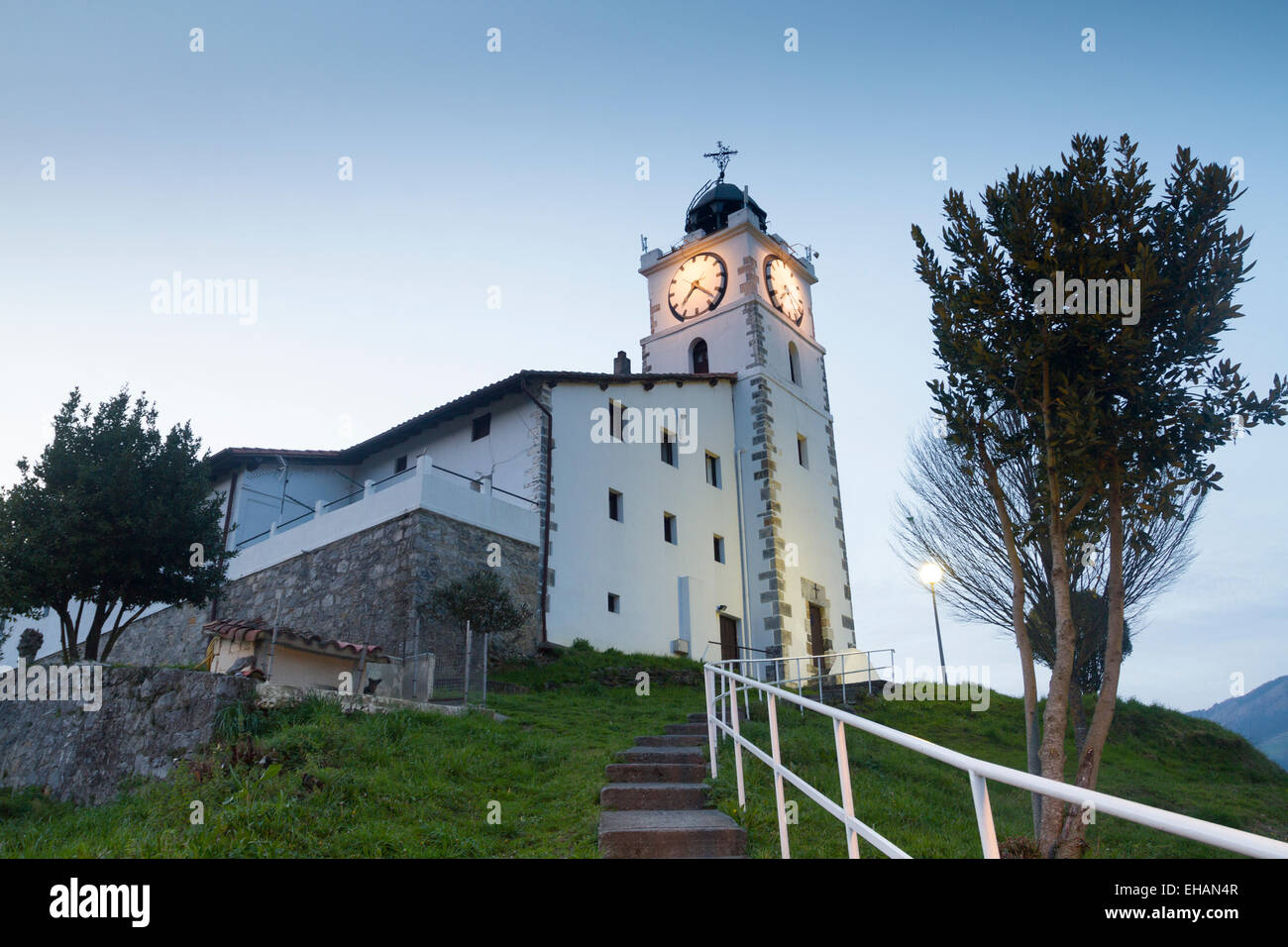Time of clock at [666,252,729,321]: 7:22
